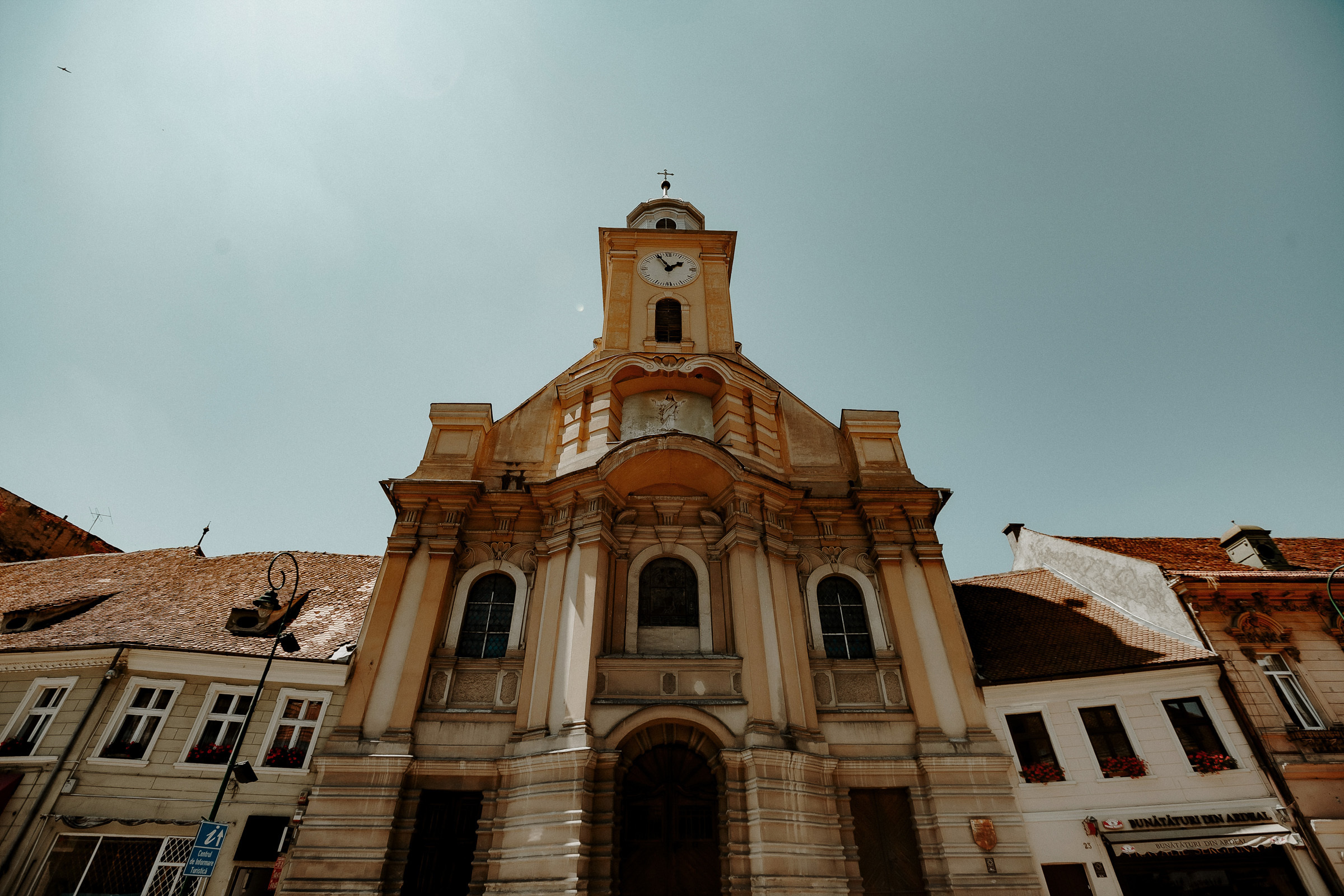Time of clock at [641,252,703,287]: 1:55
